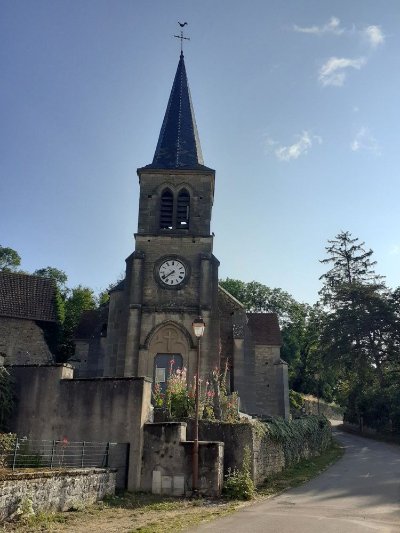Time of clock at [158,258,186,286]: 7:38
